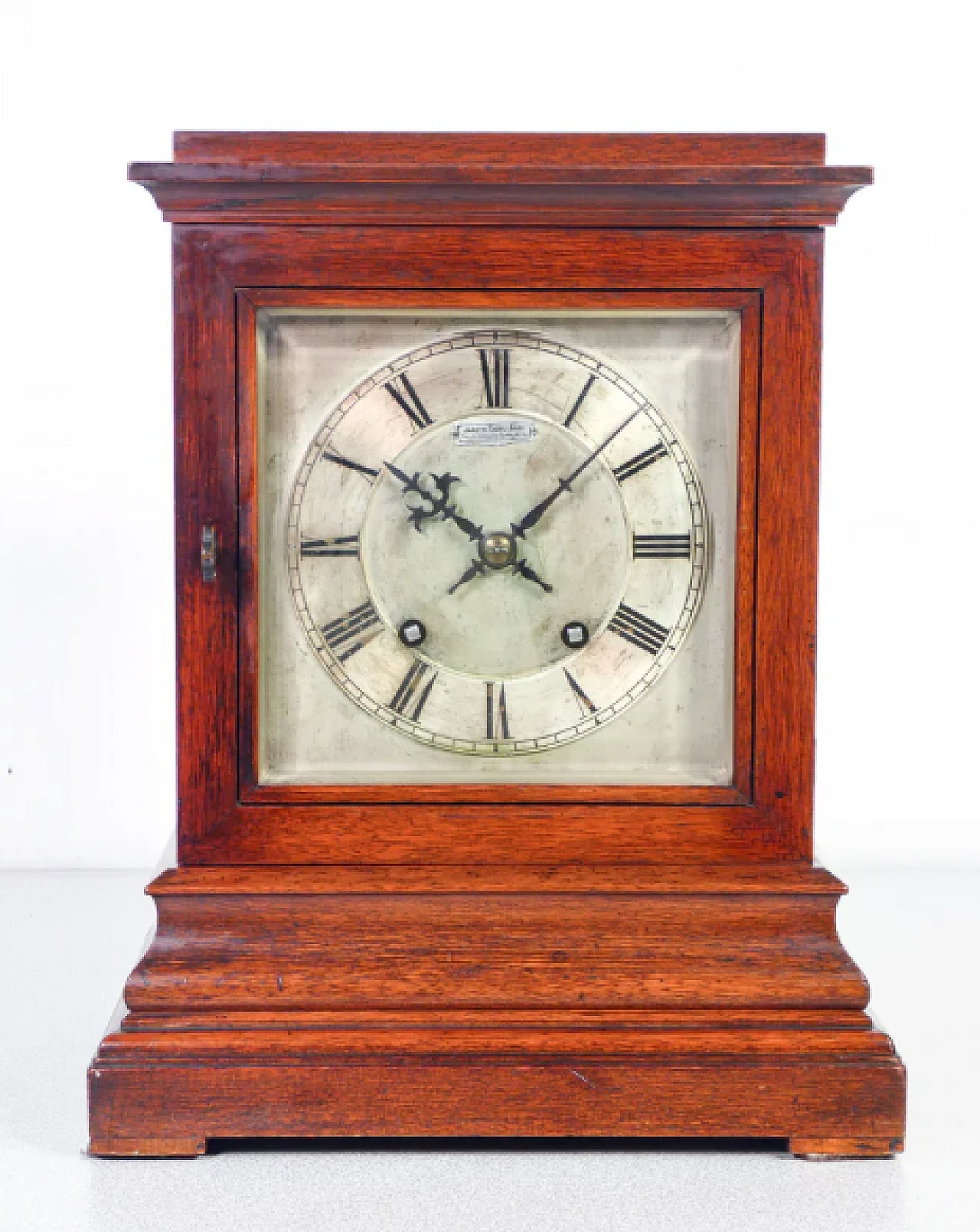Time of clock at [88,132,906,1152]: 10:07
